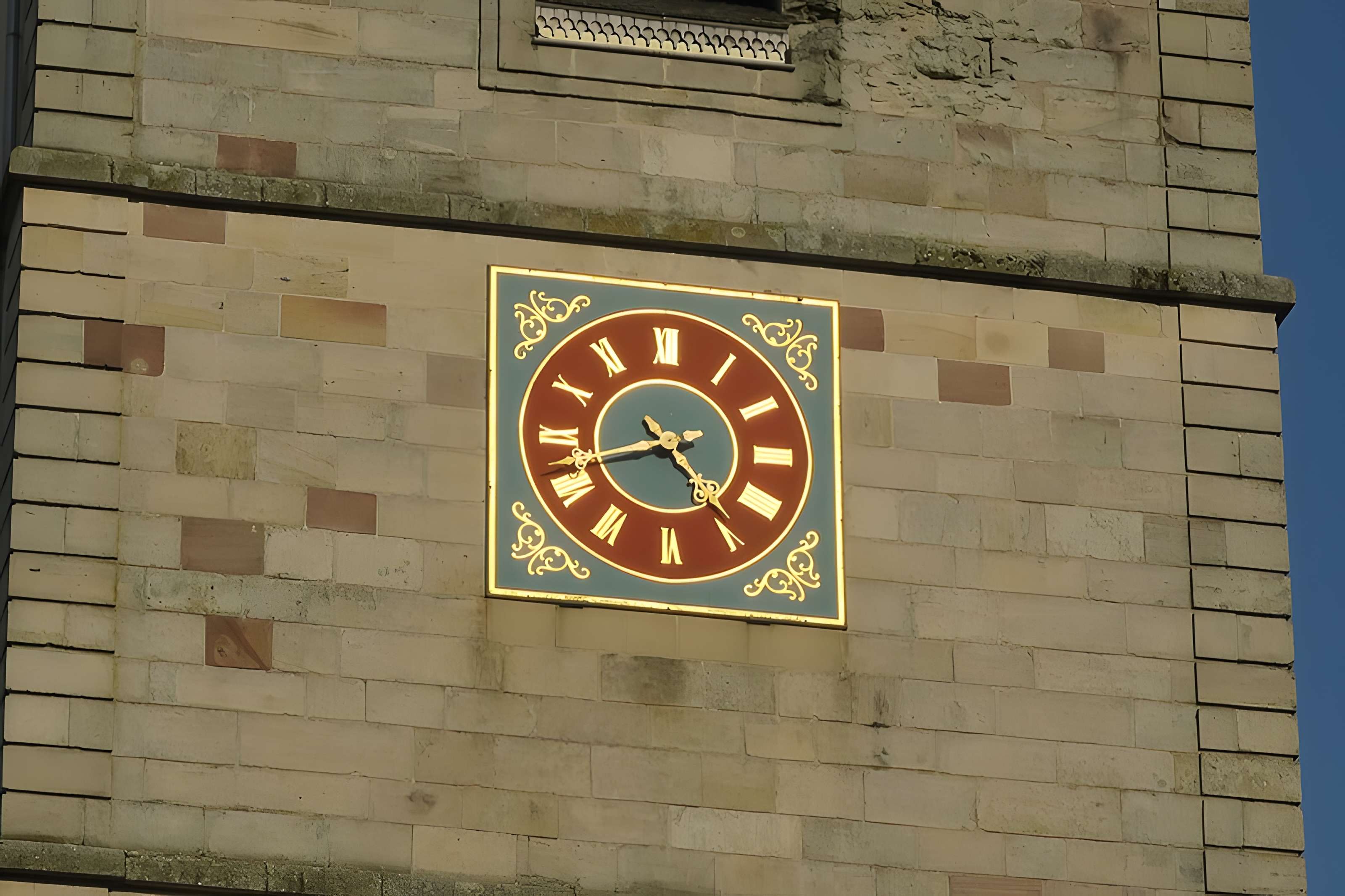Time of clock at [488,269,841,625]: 4:42
